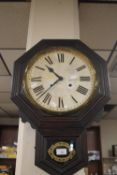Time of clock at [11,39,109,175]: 10:37
